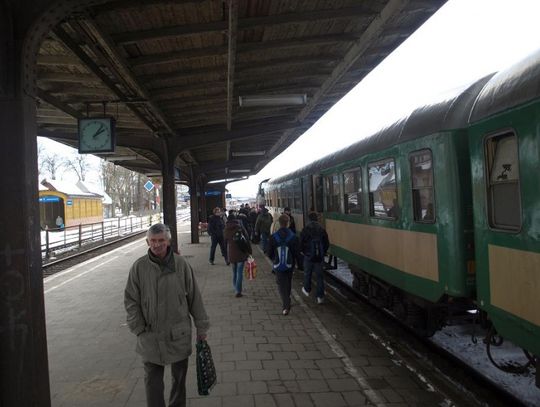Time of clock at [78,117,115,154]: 2:06
